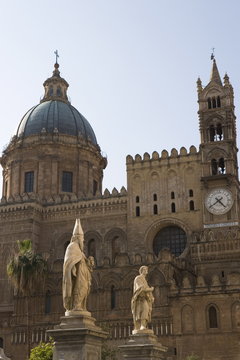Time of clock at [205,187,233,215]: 4:39
